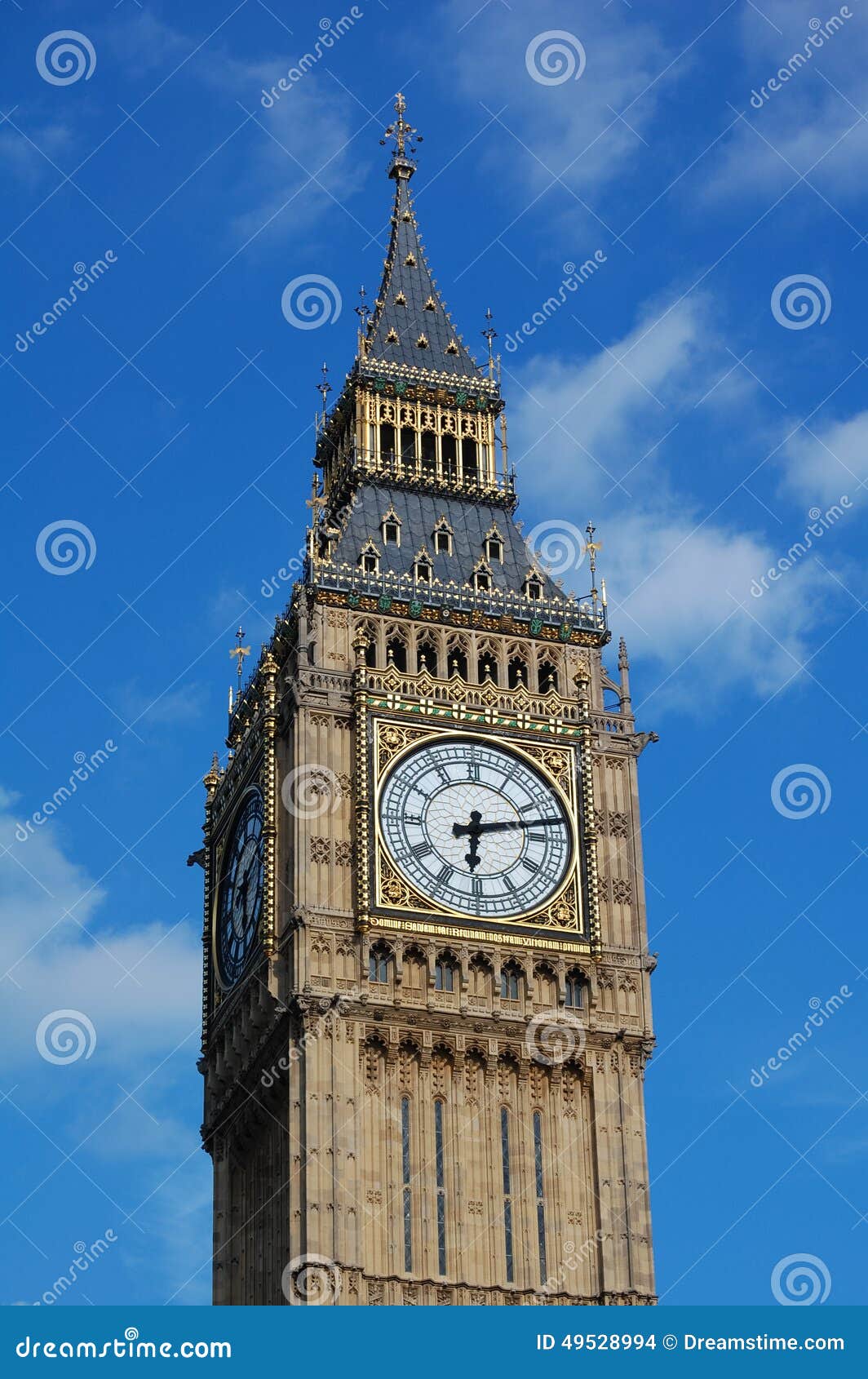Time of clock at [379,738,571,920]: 6:12
